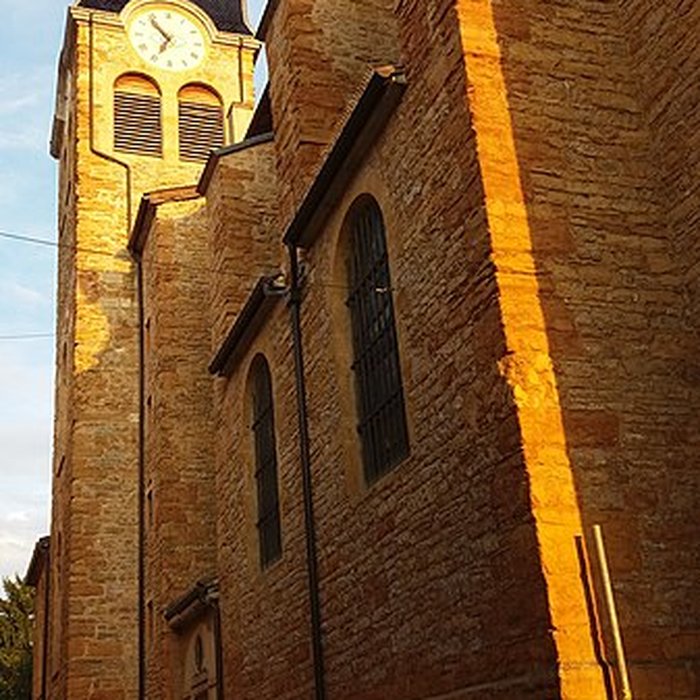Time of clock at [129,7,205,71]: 6:53
